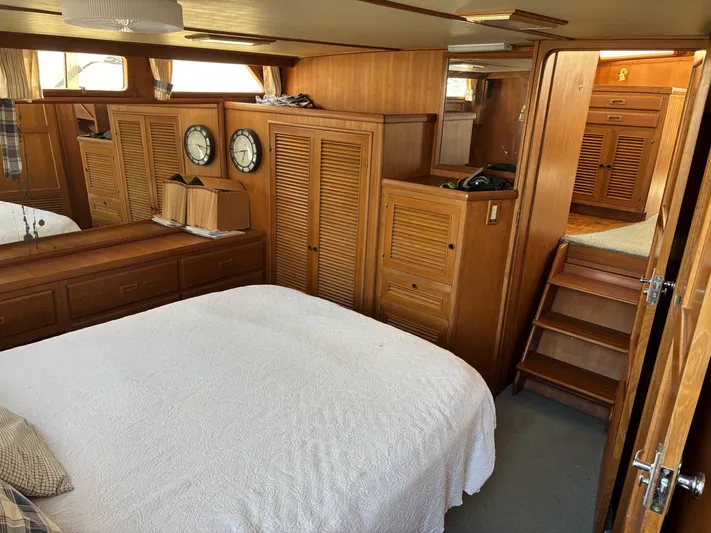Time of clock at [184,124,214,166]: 4:16
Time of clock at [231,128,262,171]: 6:43
